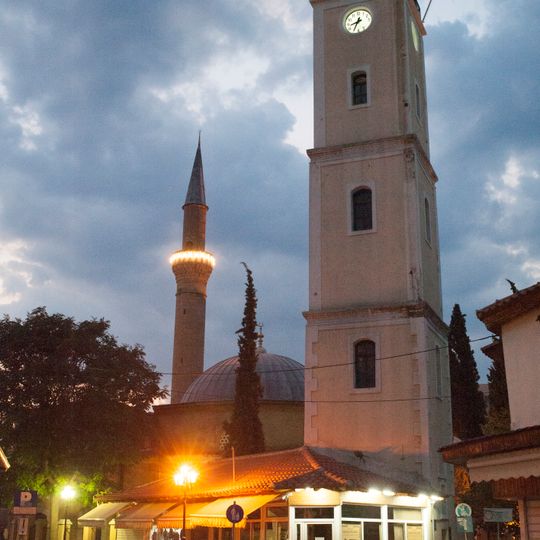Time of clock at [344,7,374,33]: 8:34
